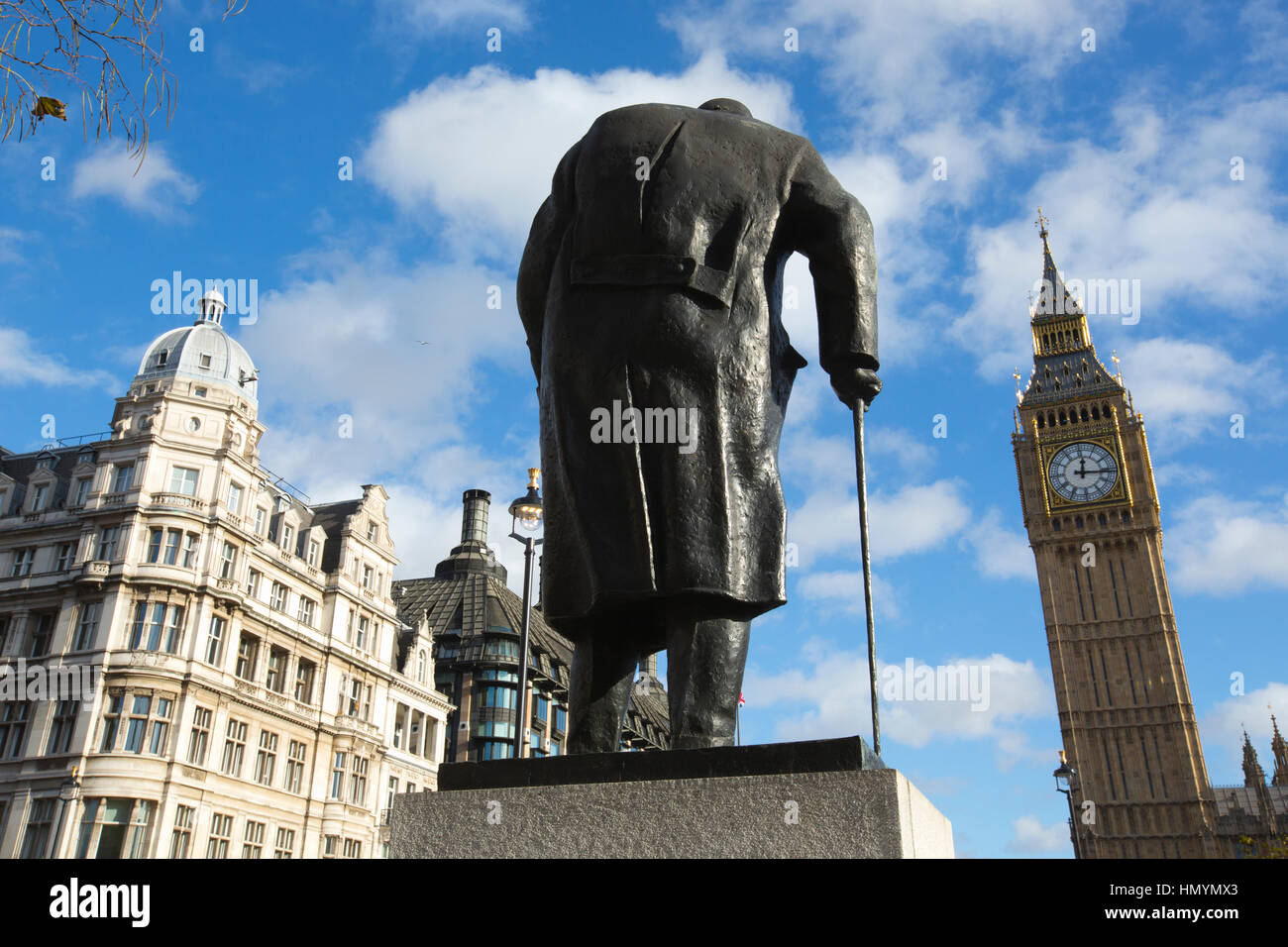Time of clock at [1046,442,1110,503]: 12:16
